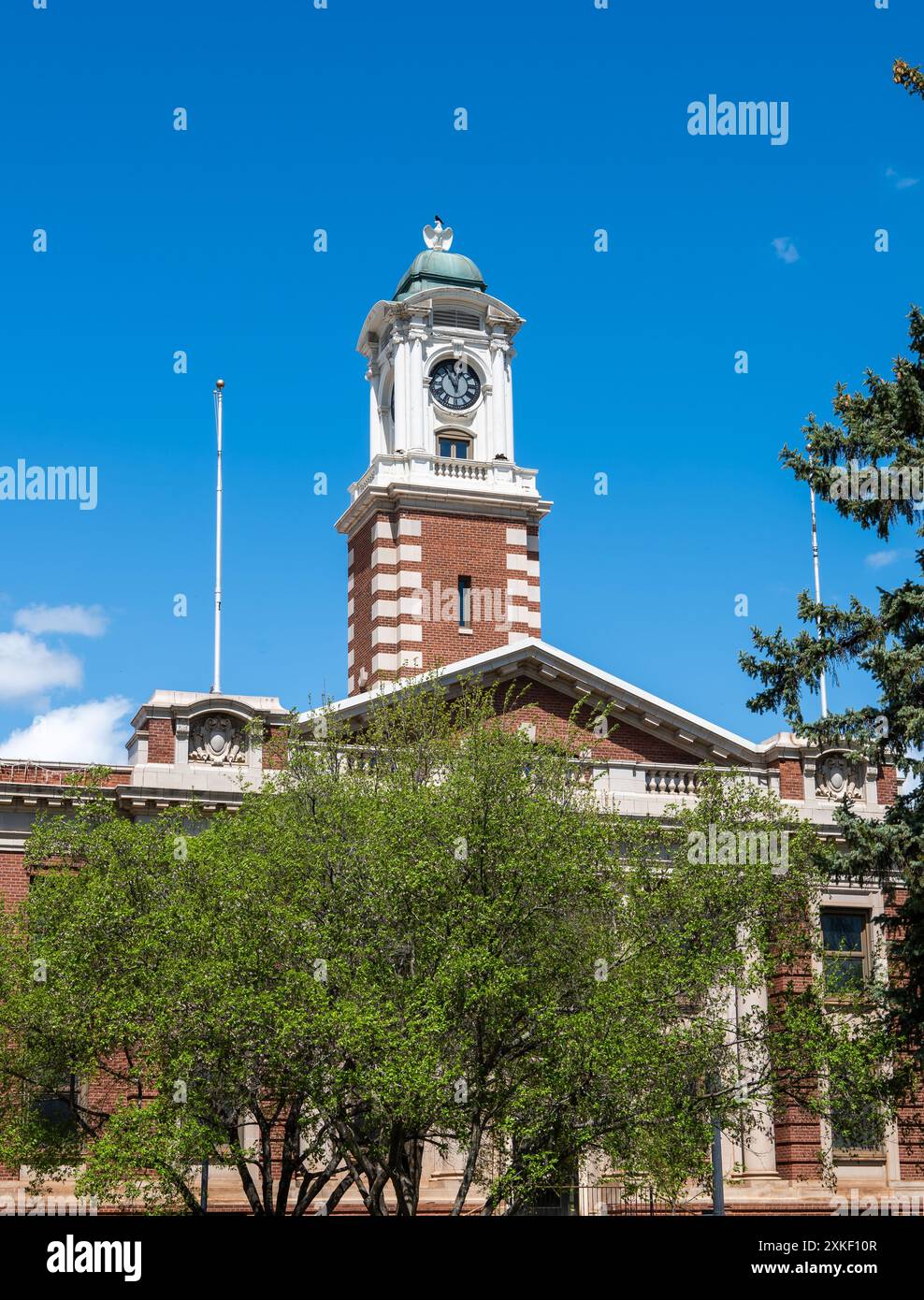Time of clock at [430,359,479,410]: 12:55
